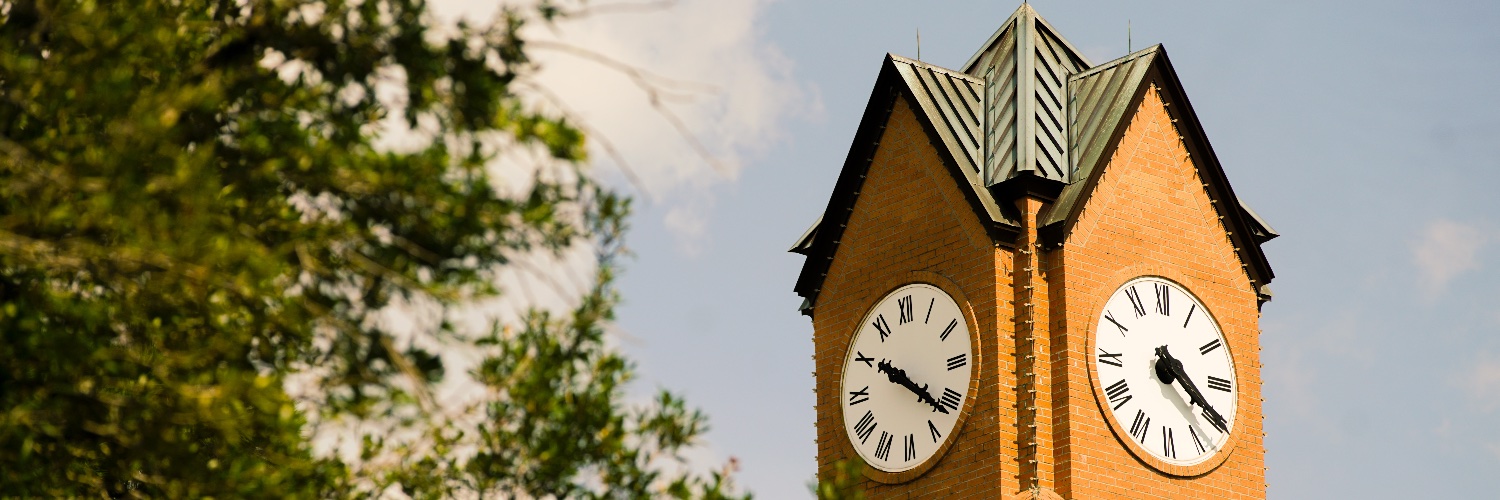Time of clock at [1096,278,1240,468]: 4:20
